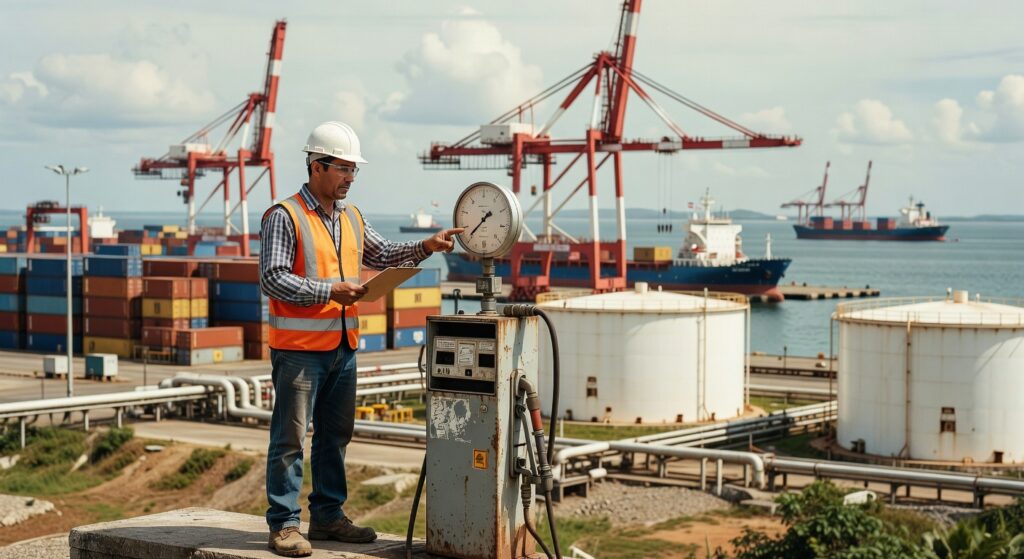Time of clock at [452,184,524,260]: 1:36
